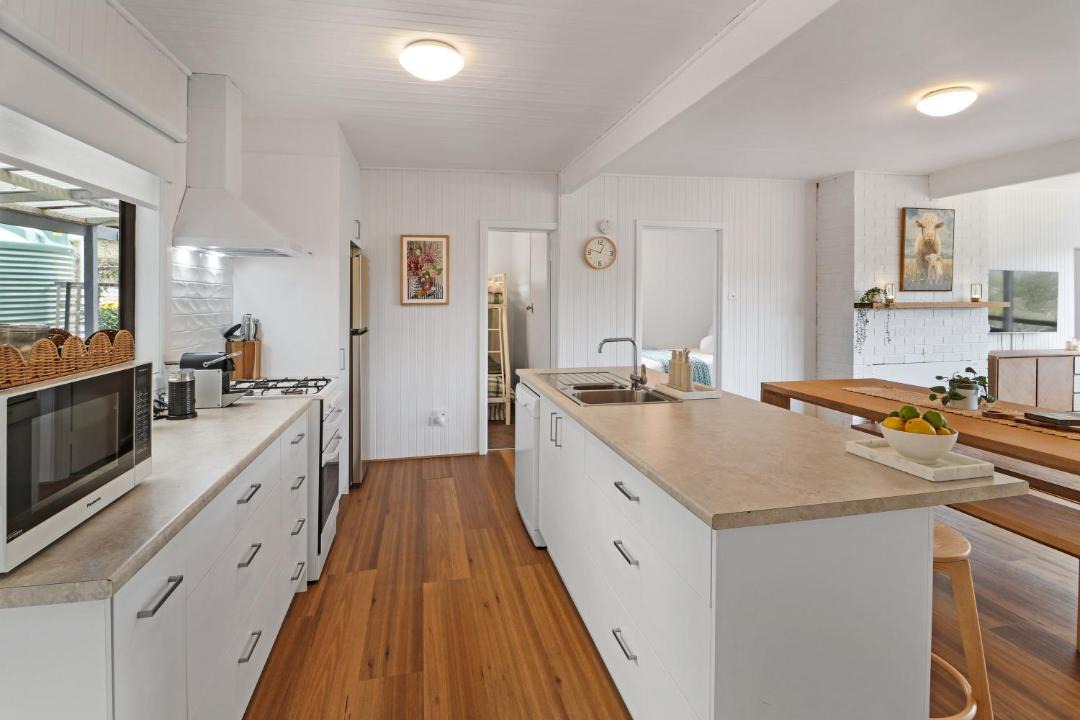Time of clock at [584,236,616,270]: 12:47
